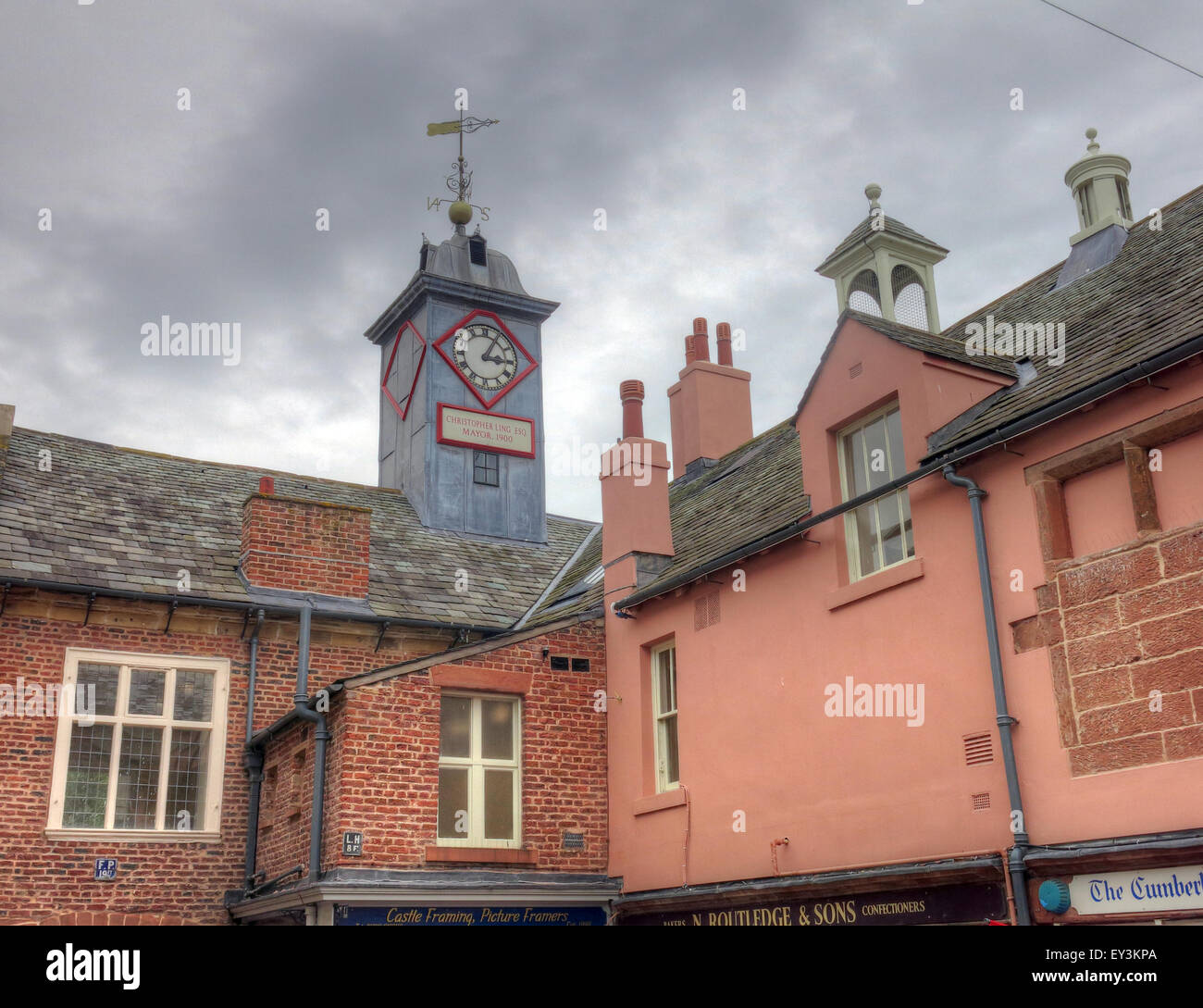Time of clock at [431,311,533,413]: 3:04
